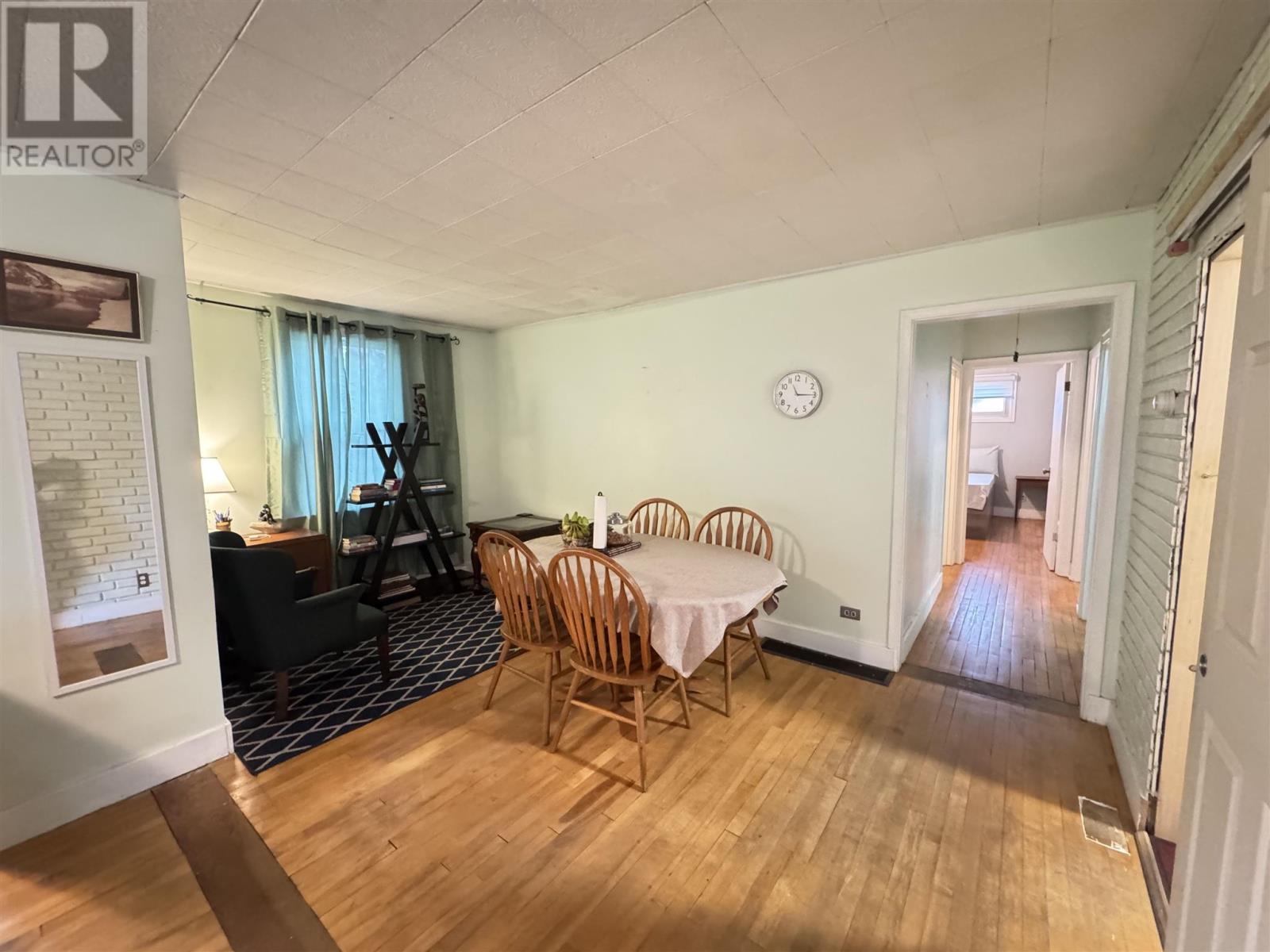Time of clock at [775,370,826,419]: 11:14
